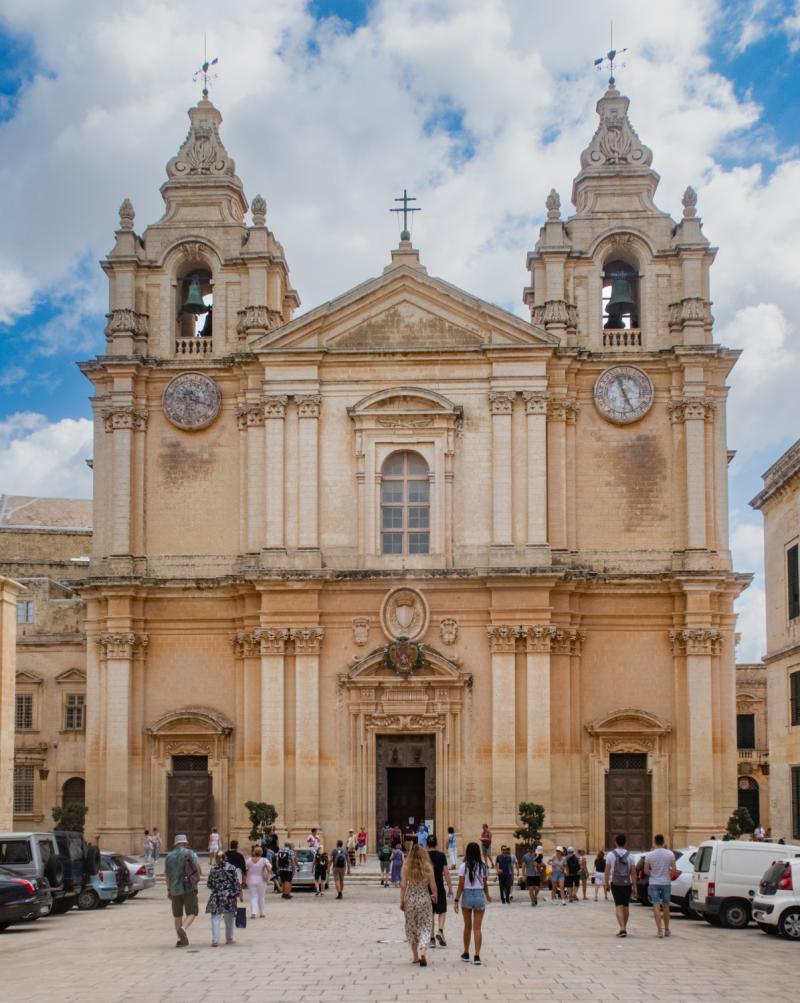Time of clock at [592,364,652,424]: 11:25
